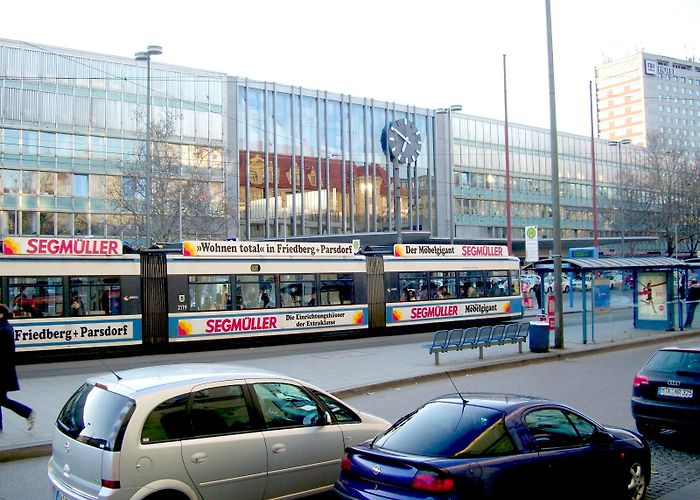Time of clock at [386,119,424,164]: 6:50
